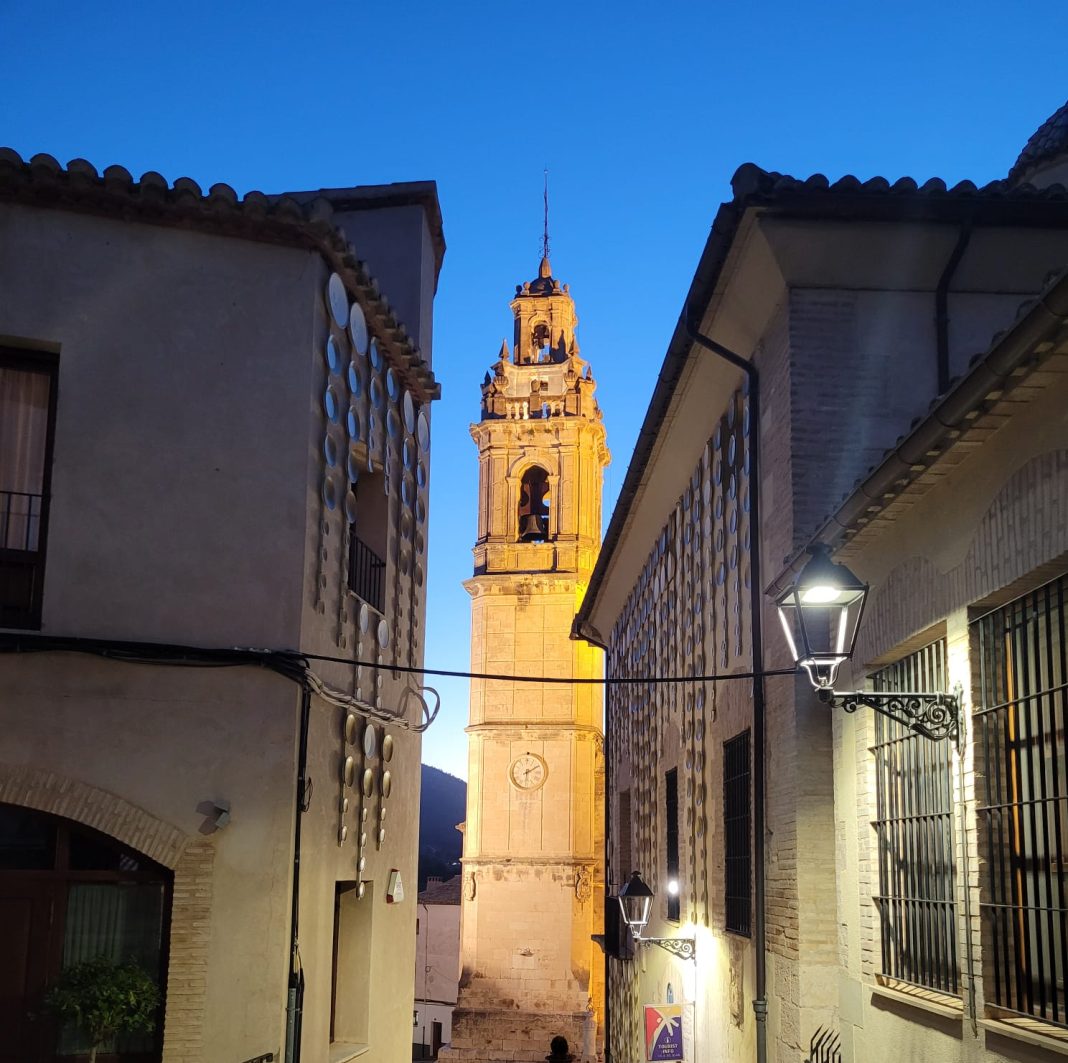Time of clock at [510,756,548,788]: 6:10
